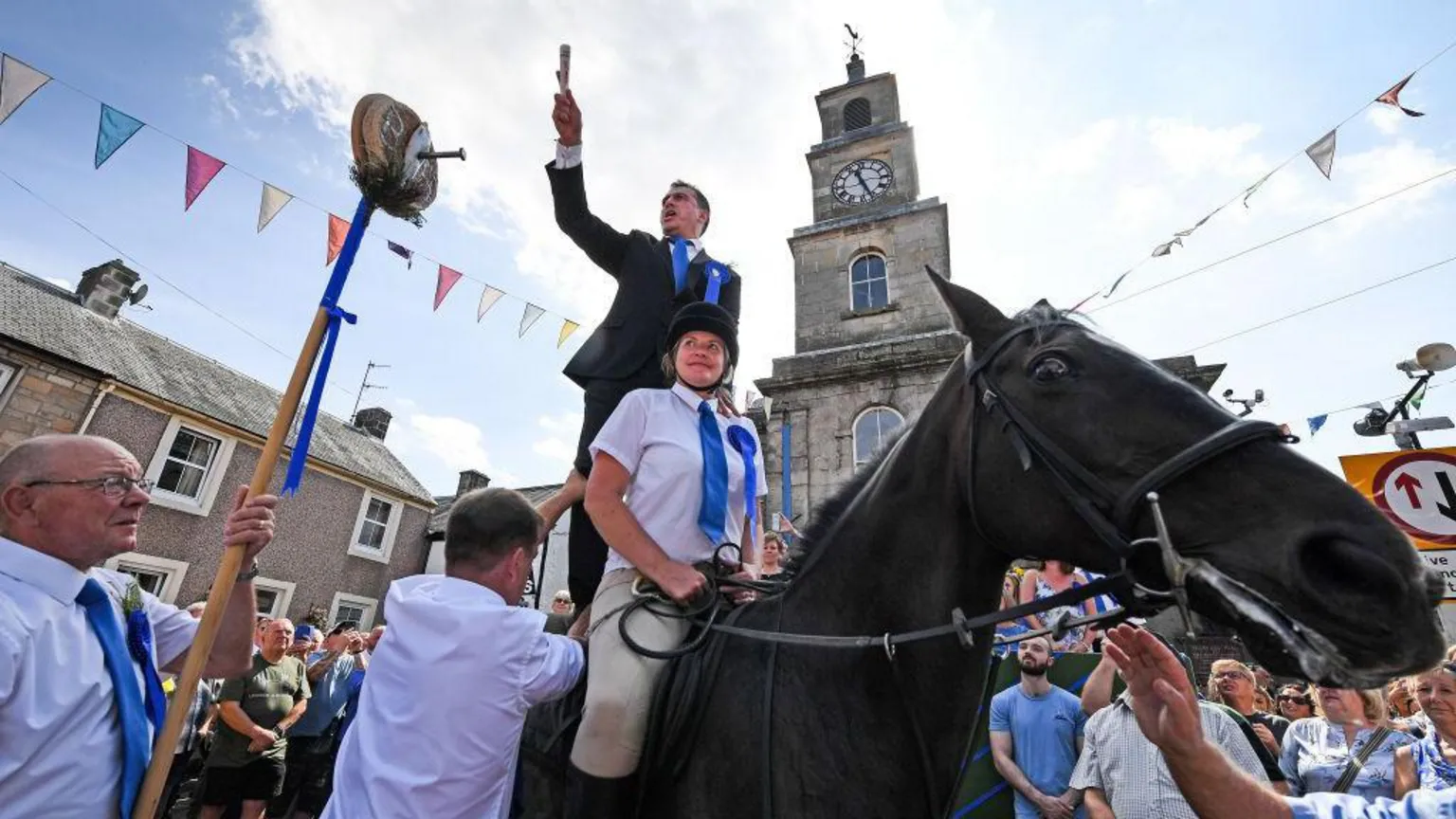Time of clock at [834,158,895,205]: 11:25
